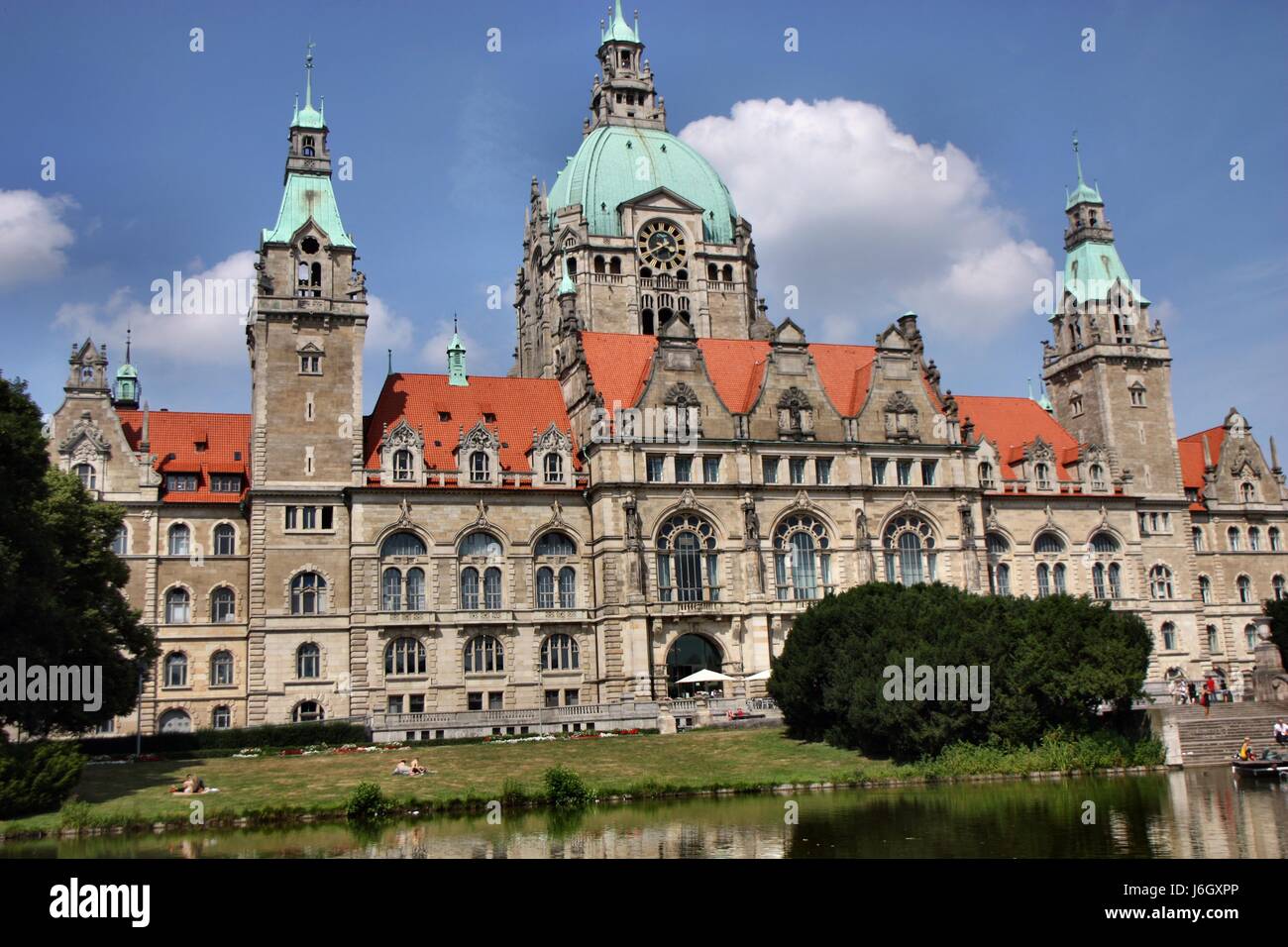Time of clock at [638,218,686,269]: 3:40
